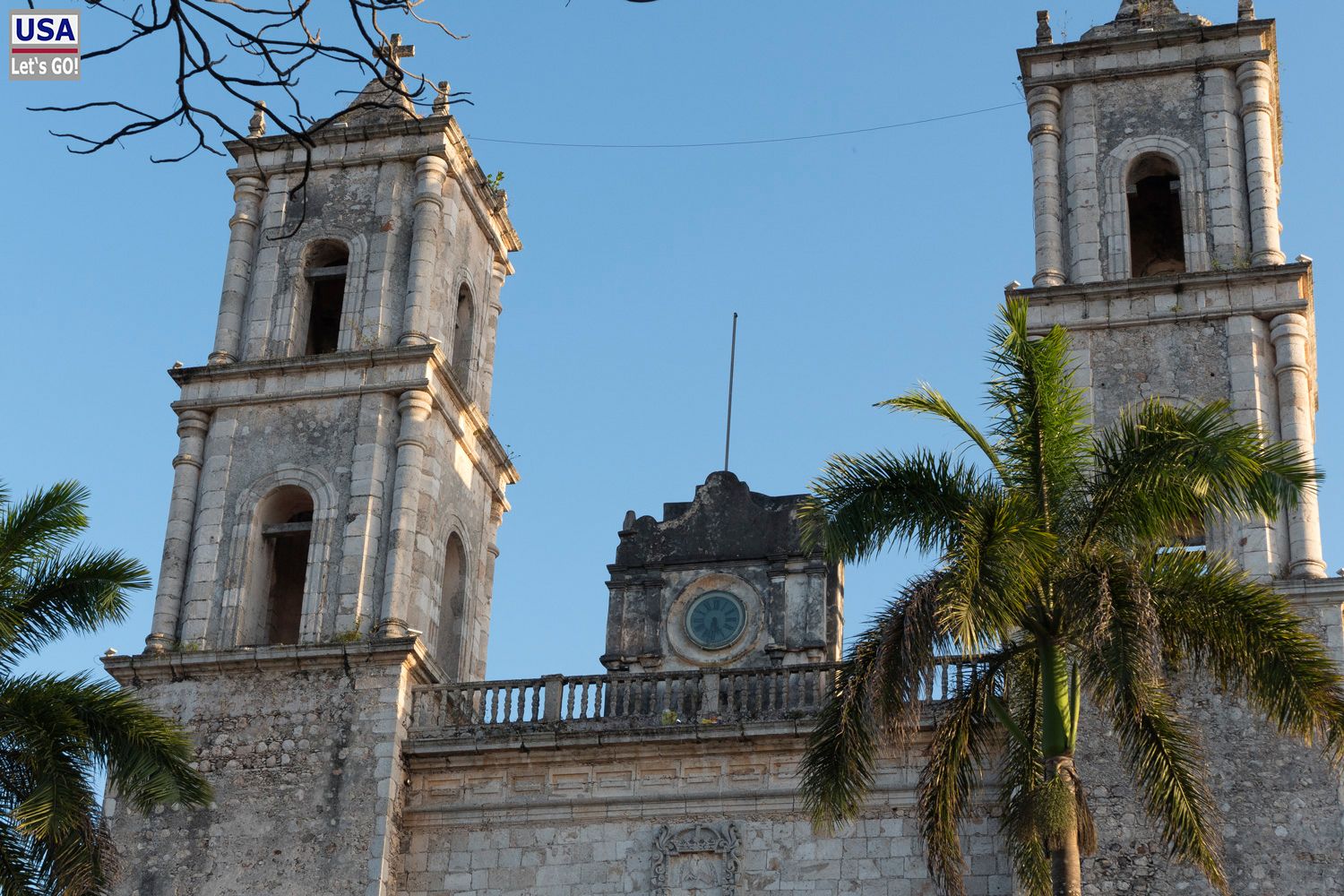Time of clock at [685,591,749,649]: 5:31
